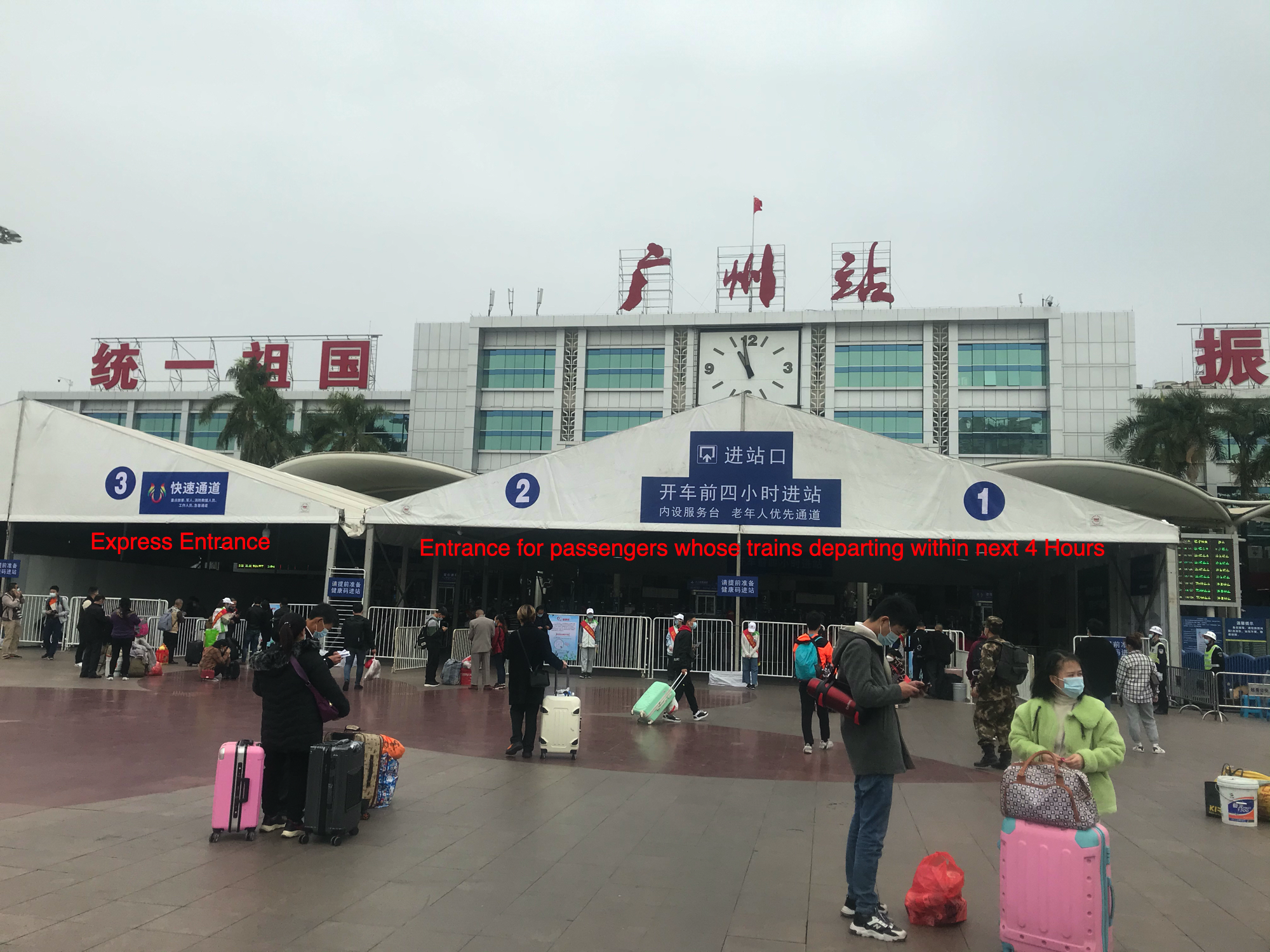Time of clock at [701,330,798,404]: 10:58
